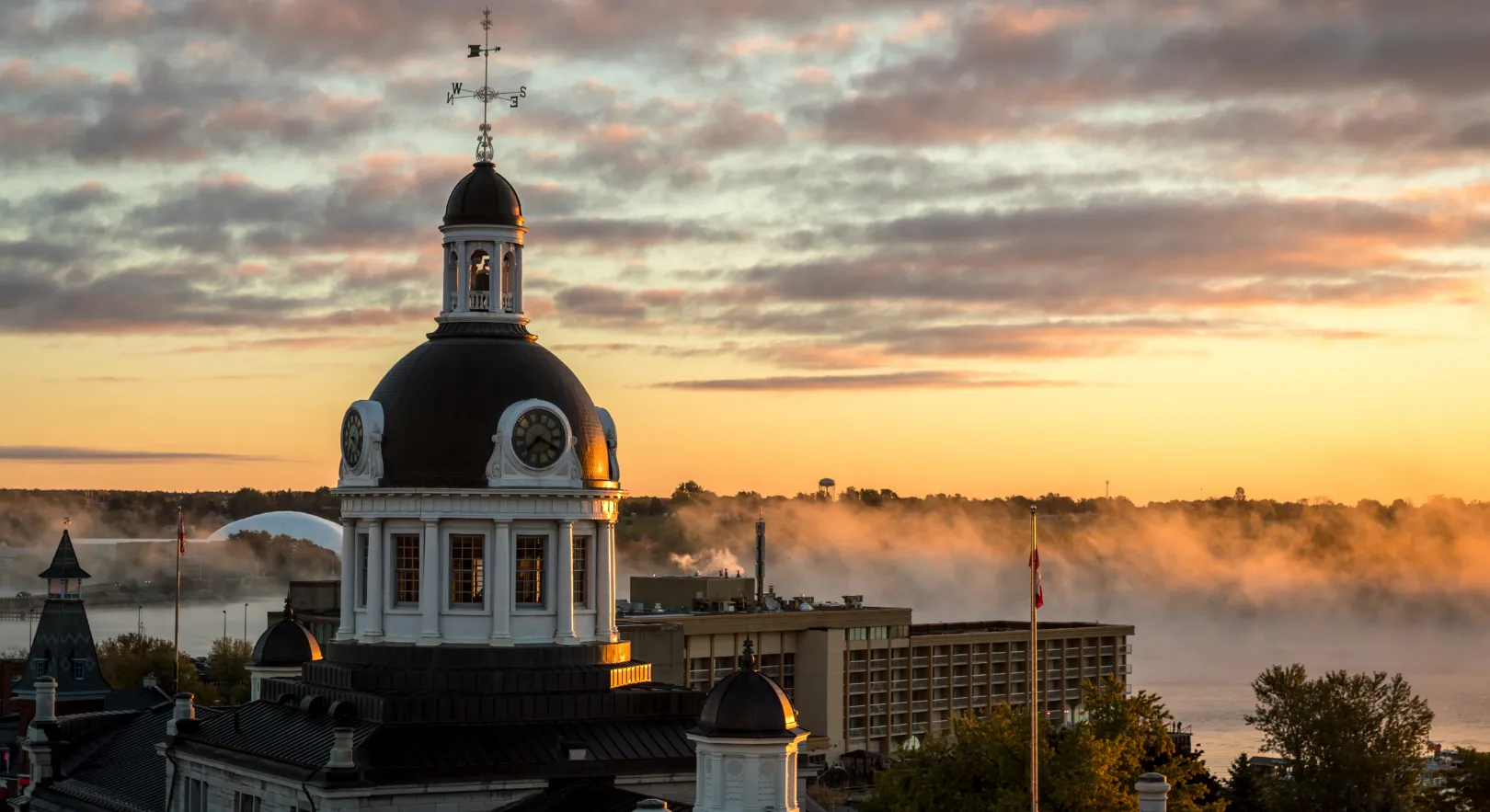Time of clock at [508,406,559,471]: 7:19
